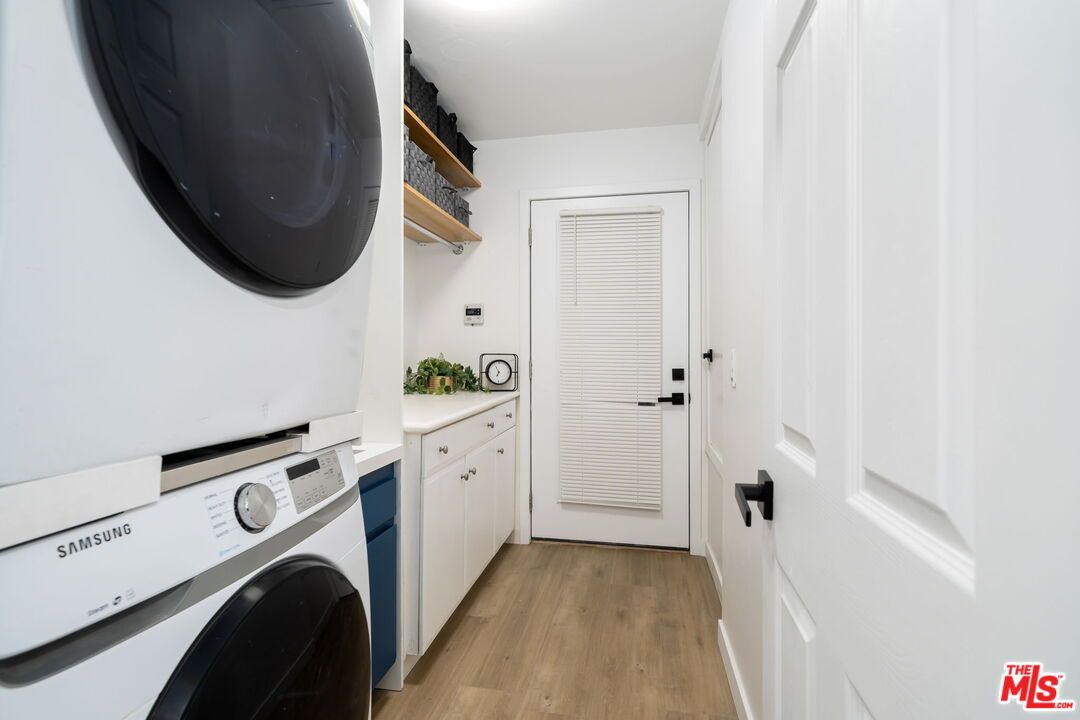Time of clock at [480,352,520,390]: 6:55
